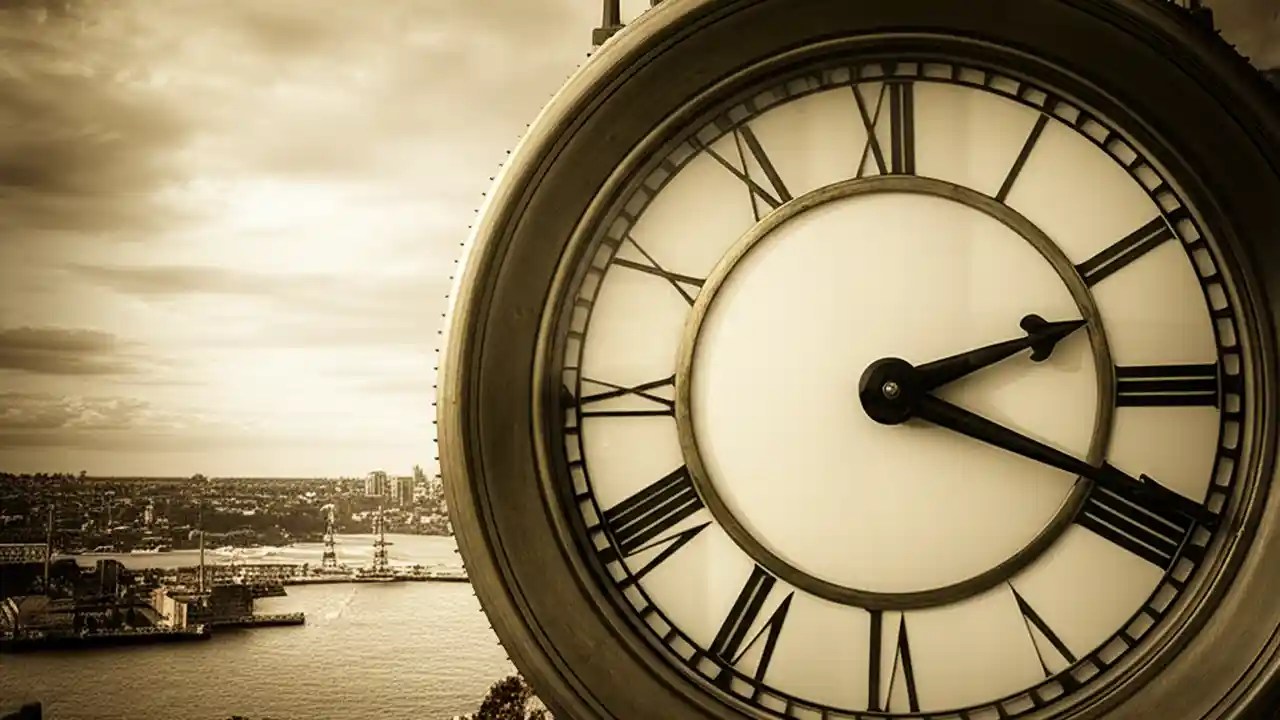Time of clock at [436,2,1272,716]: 2:18
